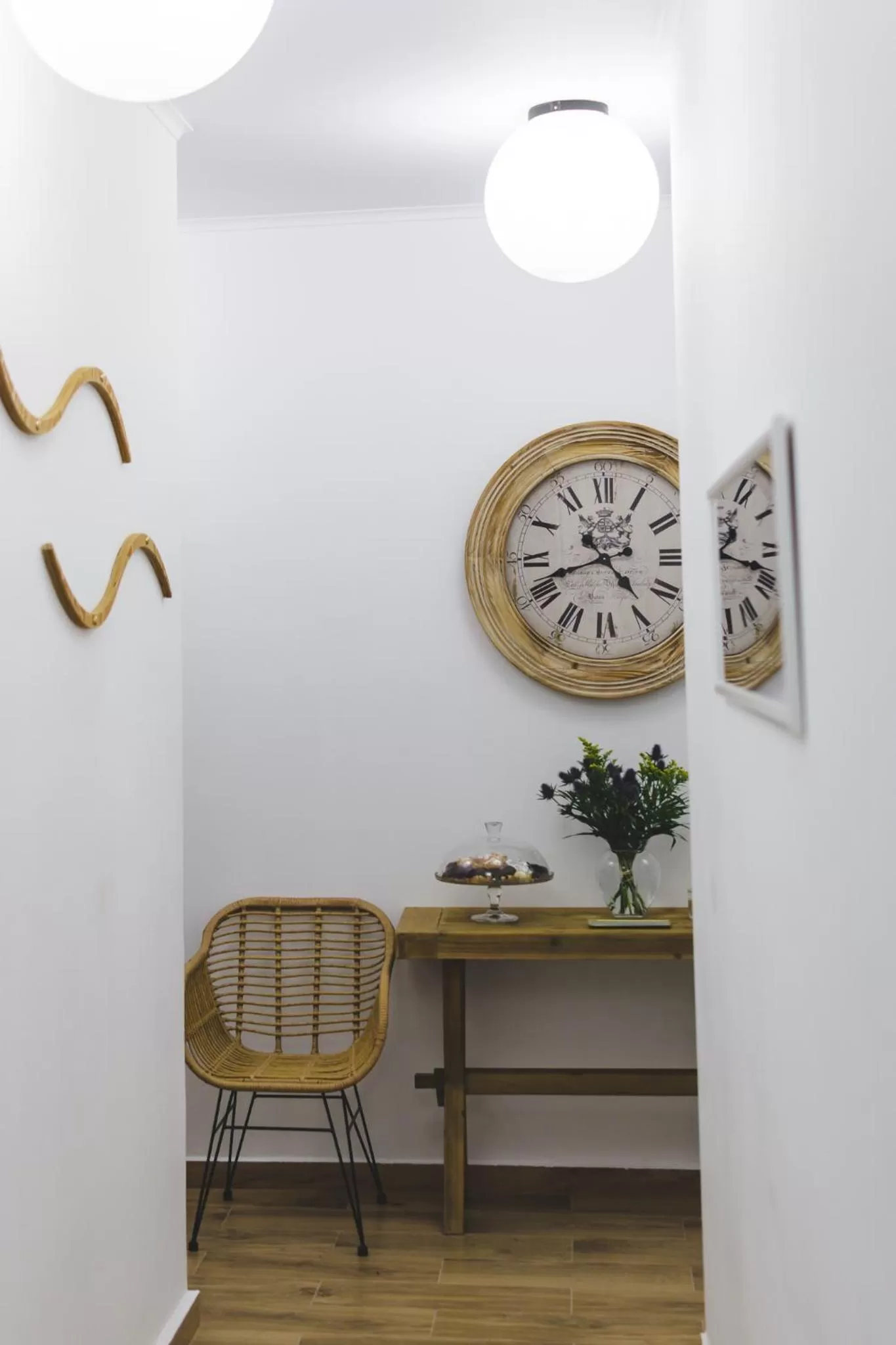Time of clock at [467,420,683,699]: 4:41
